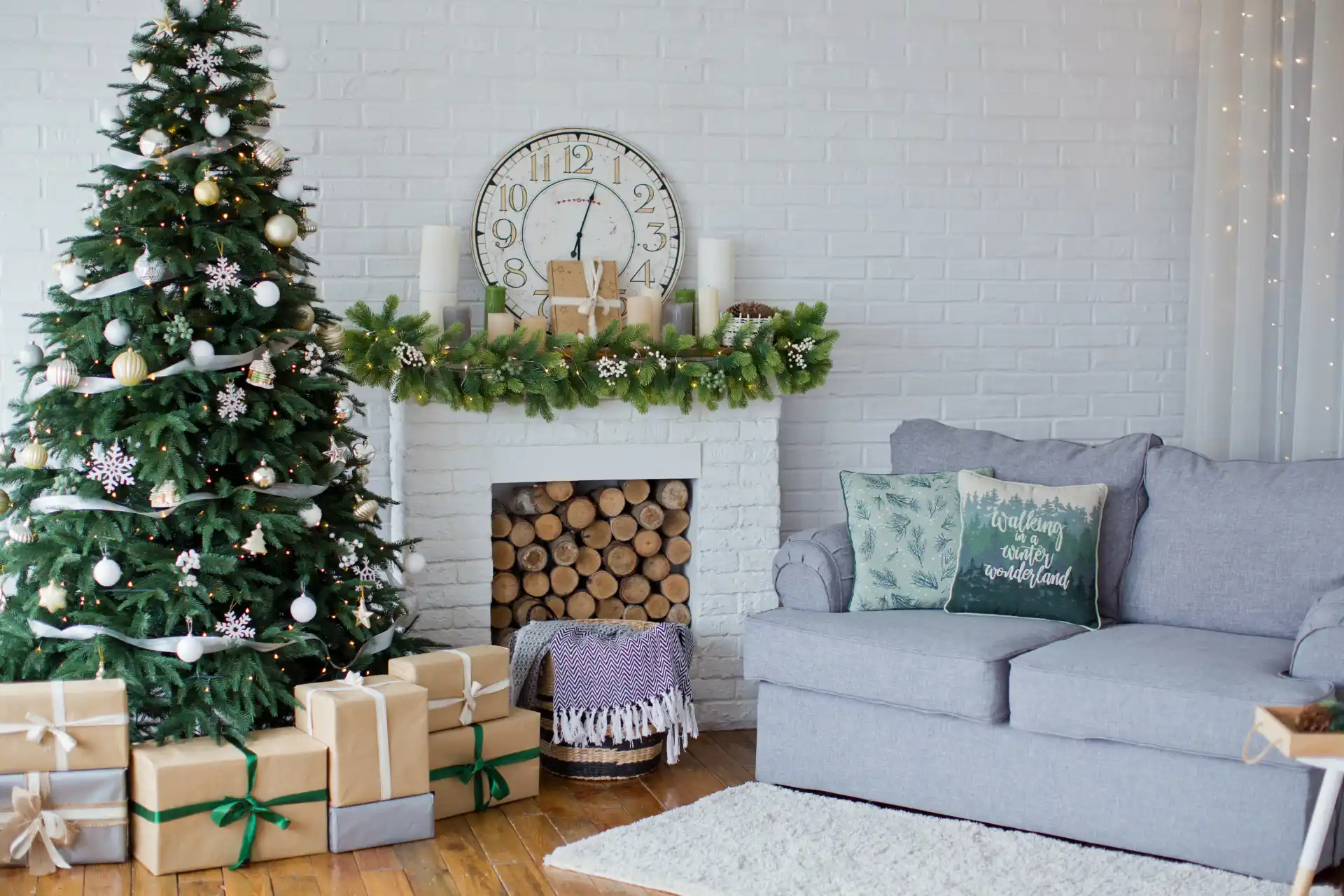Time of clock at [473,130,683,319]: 6:03
